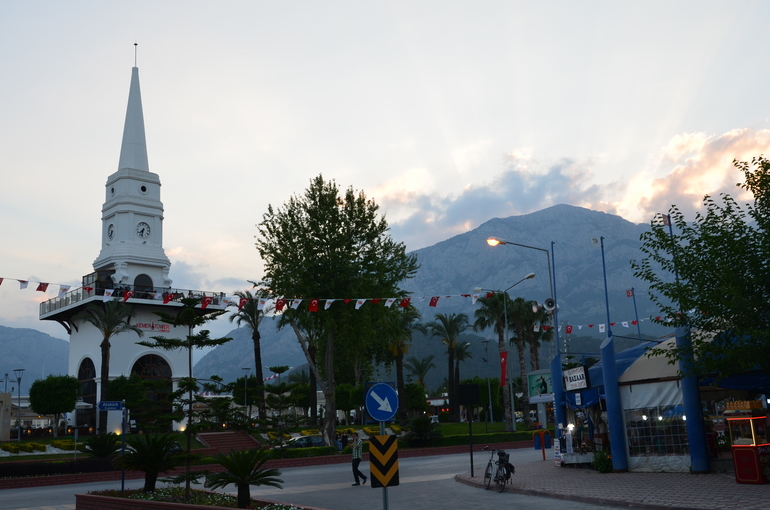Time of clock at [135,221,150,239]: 7:32
